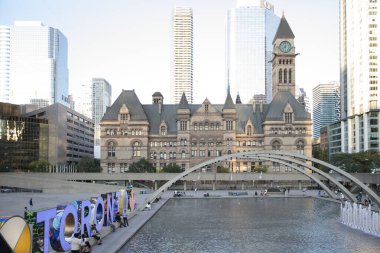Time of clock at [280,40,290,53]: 8:01
